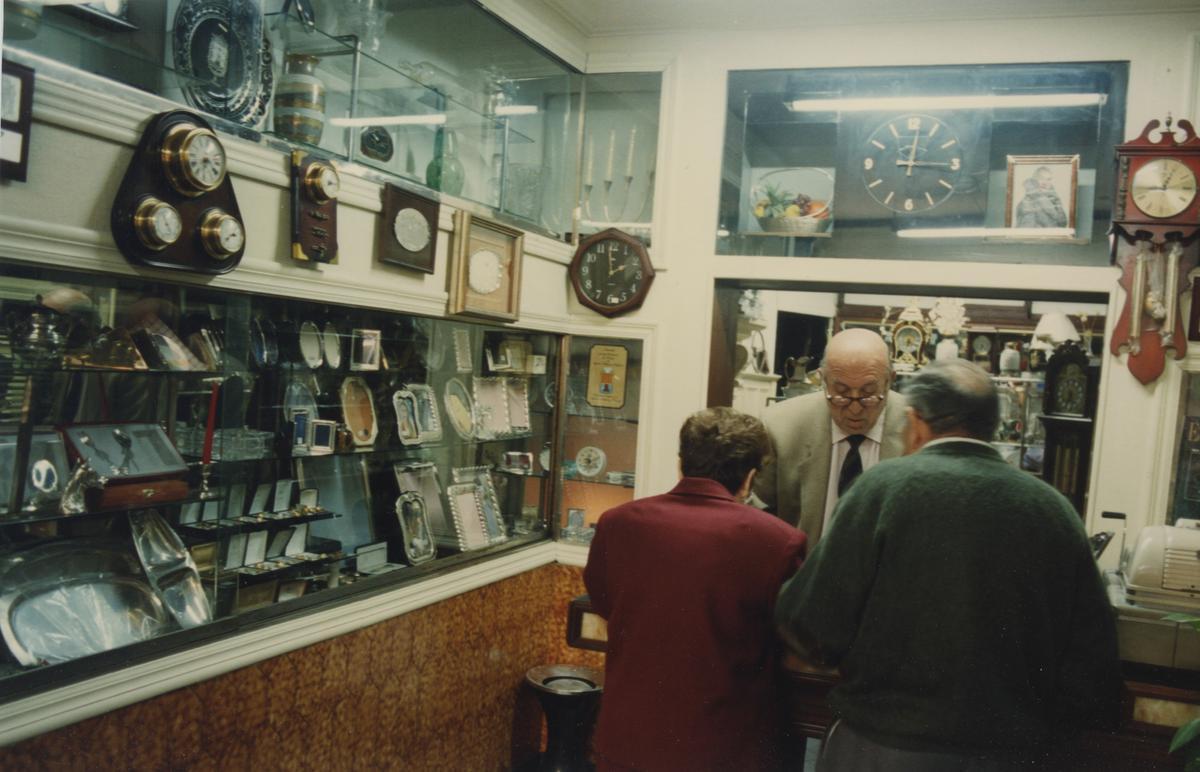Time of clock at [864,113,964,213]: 12:15
